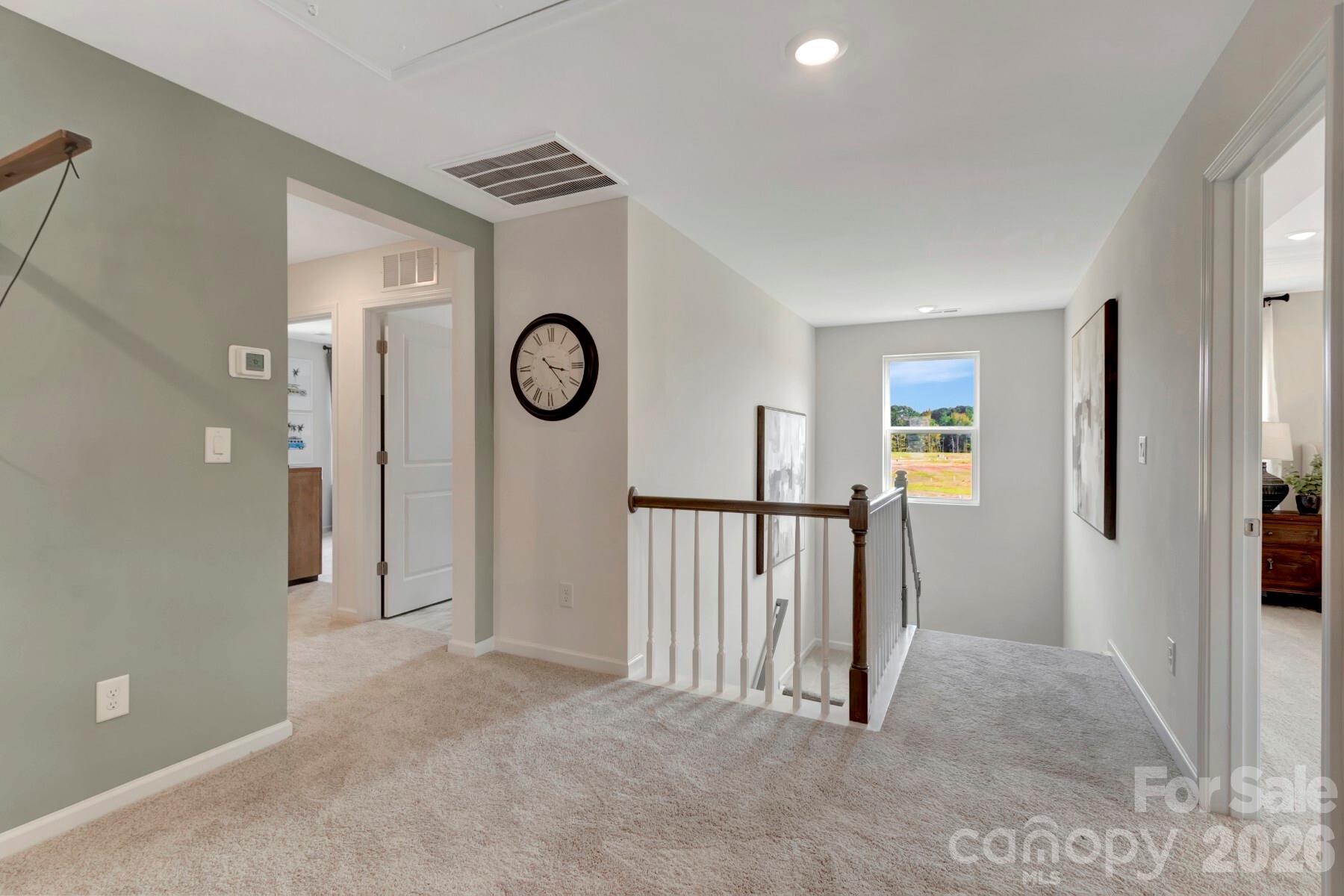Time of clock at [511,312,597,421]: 3:22
